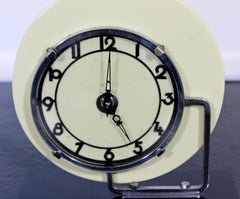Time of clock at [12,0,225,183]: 5:00
